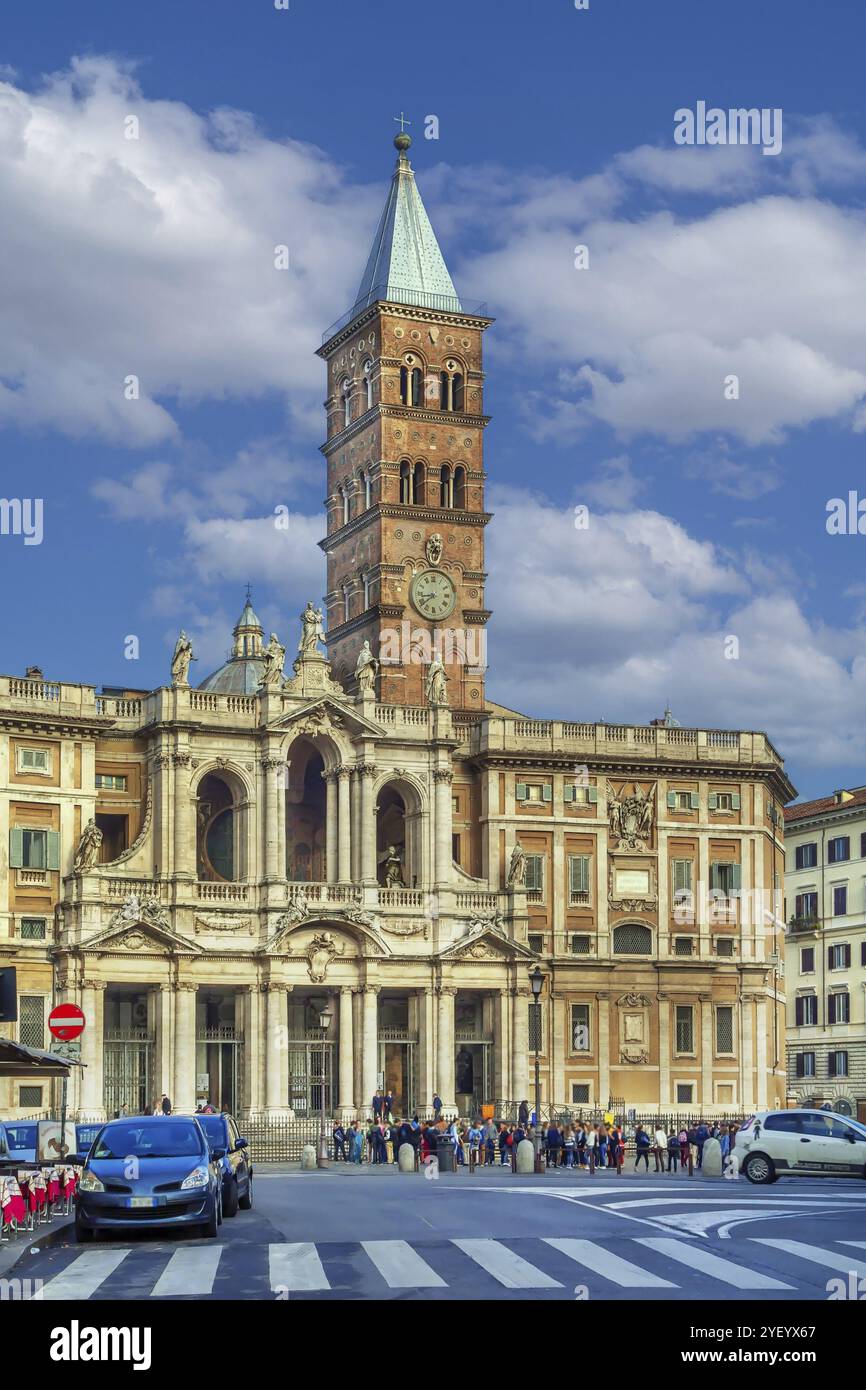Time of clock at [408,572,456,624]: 8:38
